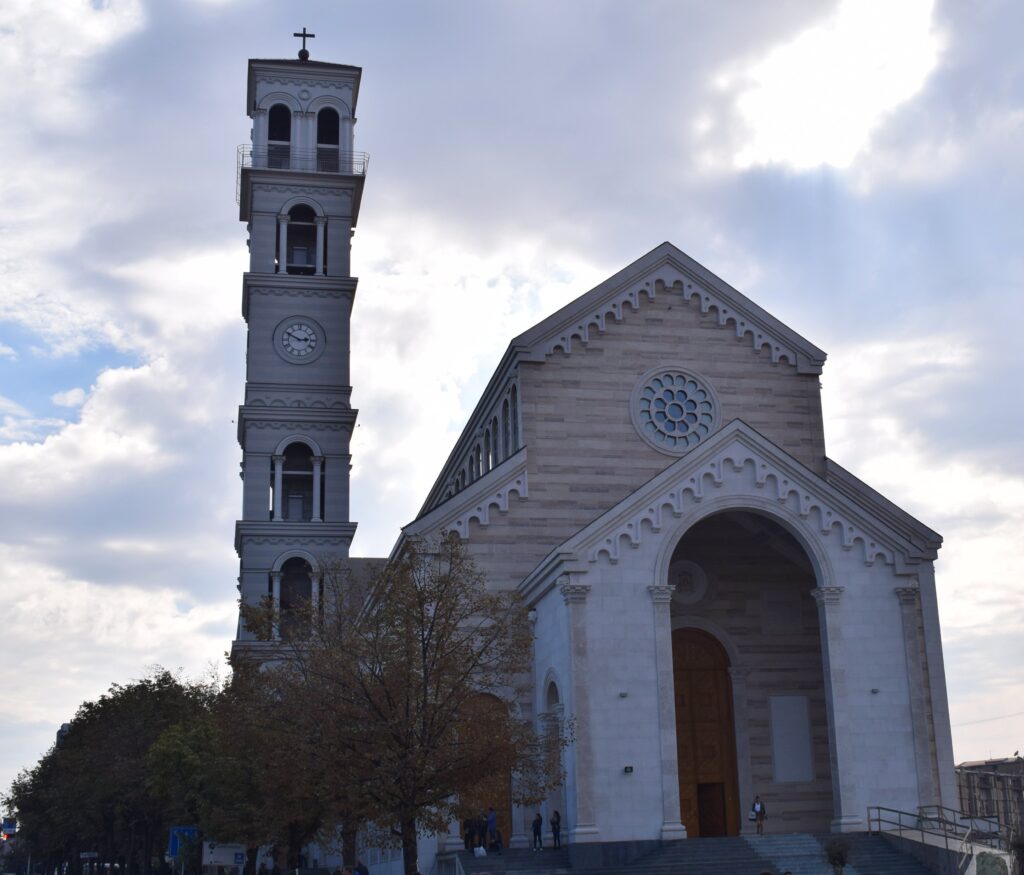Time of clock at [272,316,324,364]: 2:49
